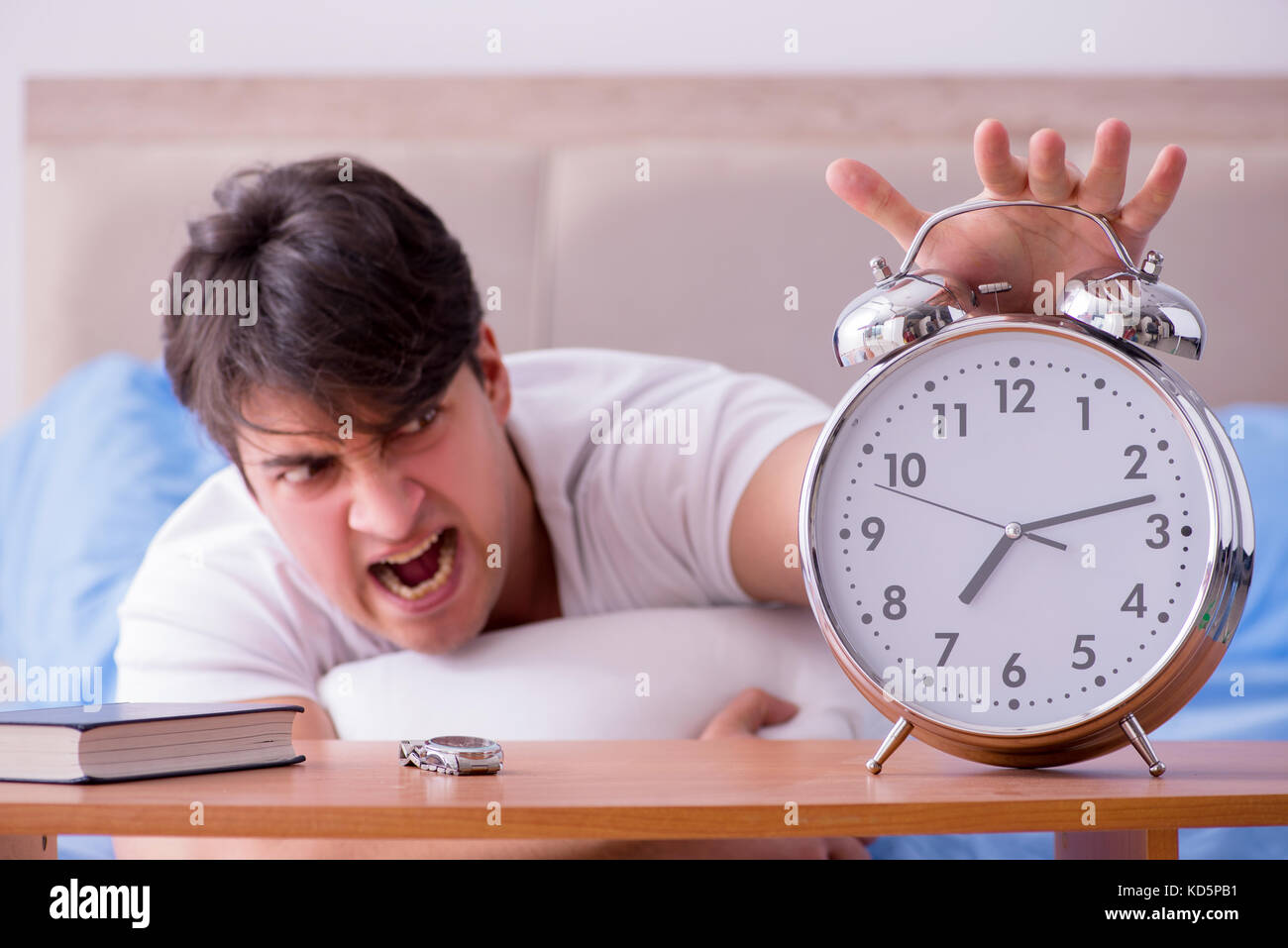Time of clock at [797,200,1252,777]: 7:12
